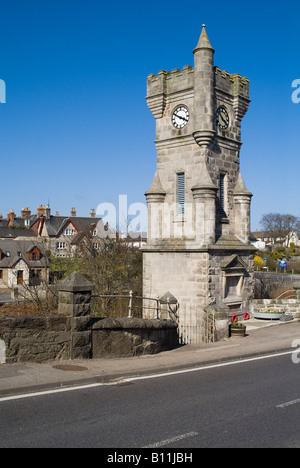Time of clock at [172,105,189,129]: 3:50
